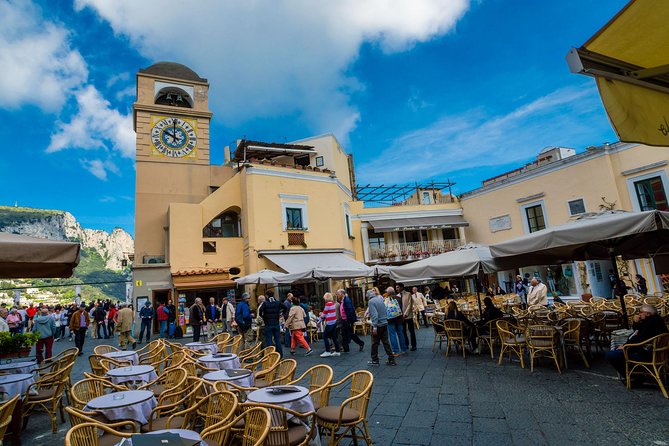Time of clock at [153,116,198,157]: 9:59
